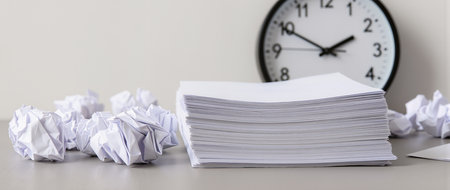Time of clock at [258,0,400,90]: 1:49
